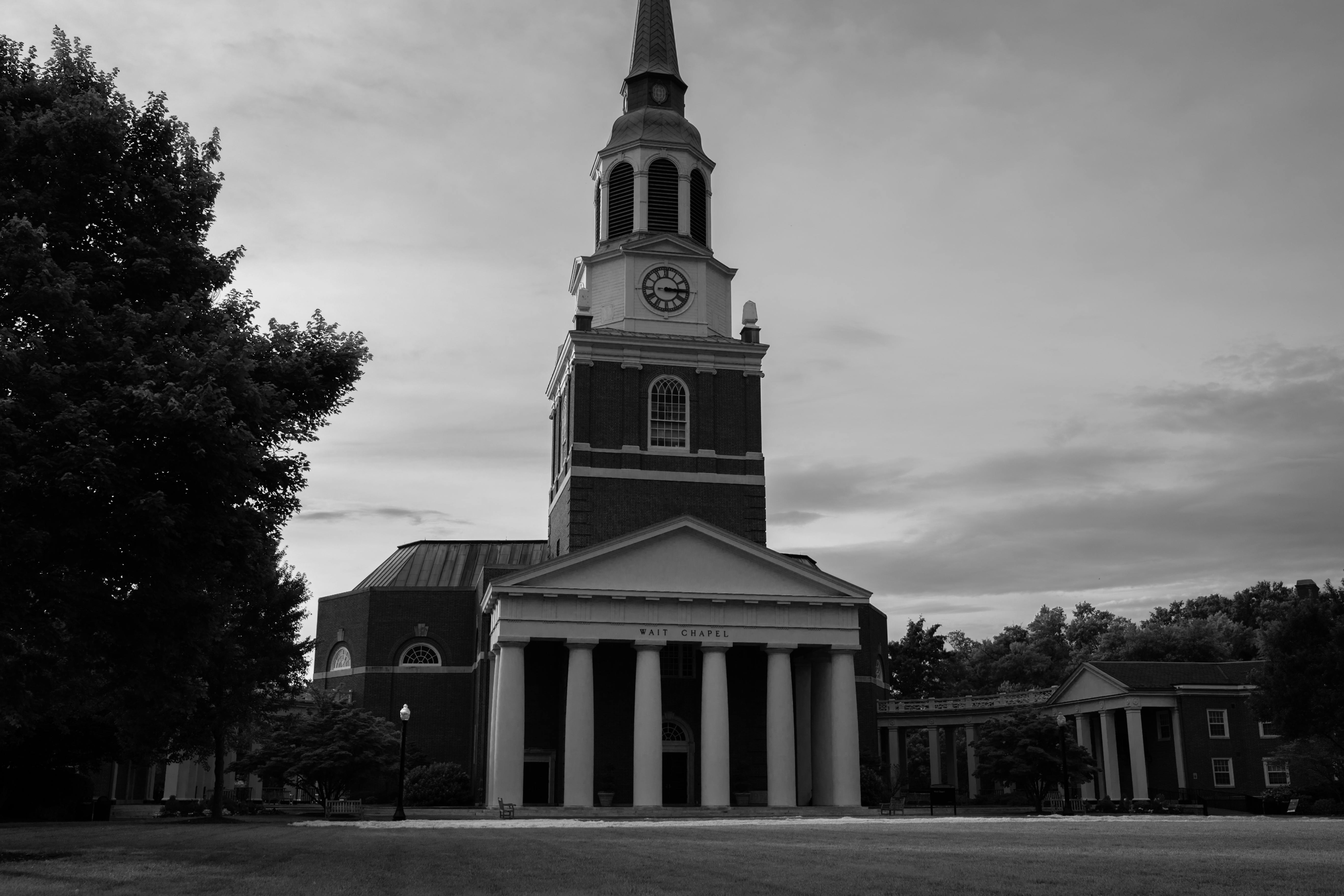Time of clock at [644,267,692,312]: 3:15
